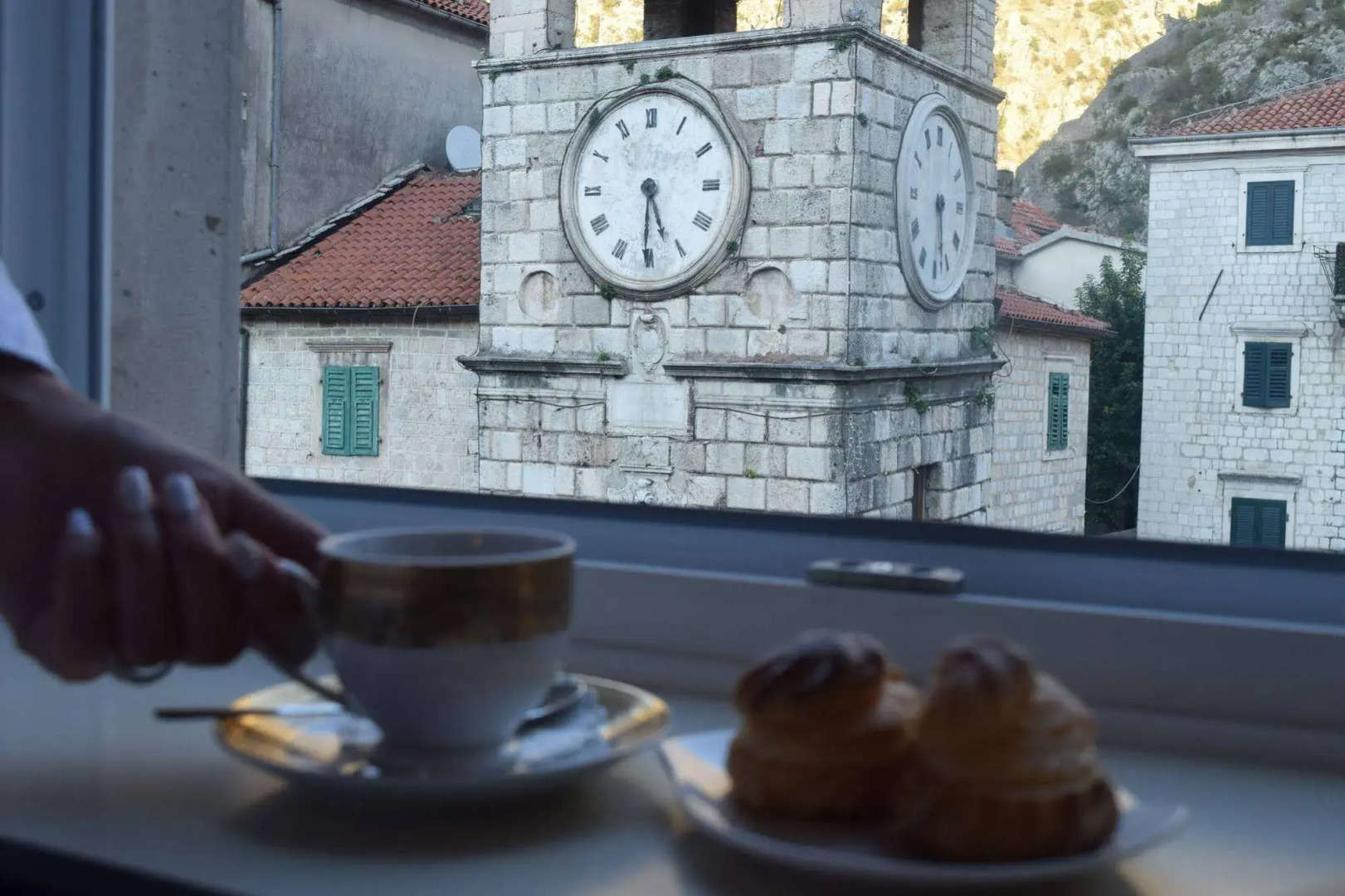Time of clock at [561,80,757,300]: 5:30
